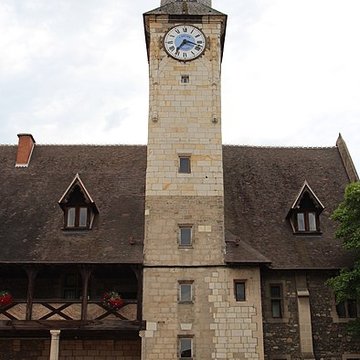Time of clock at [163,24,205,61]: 7:17
